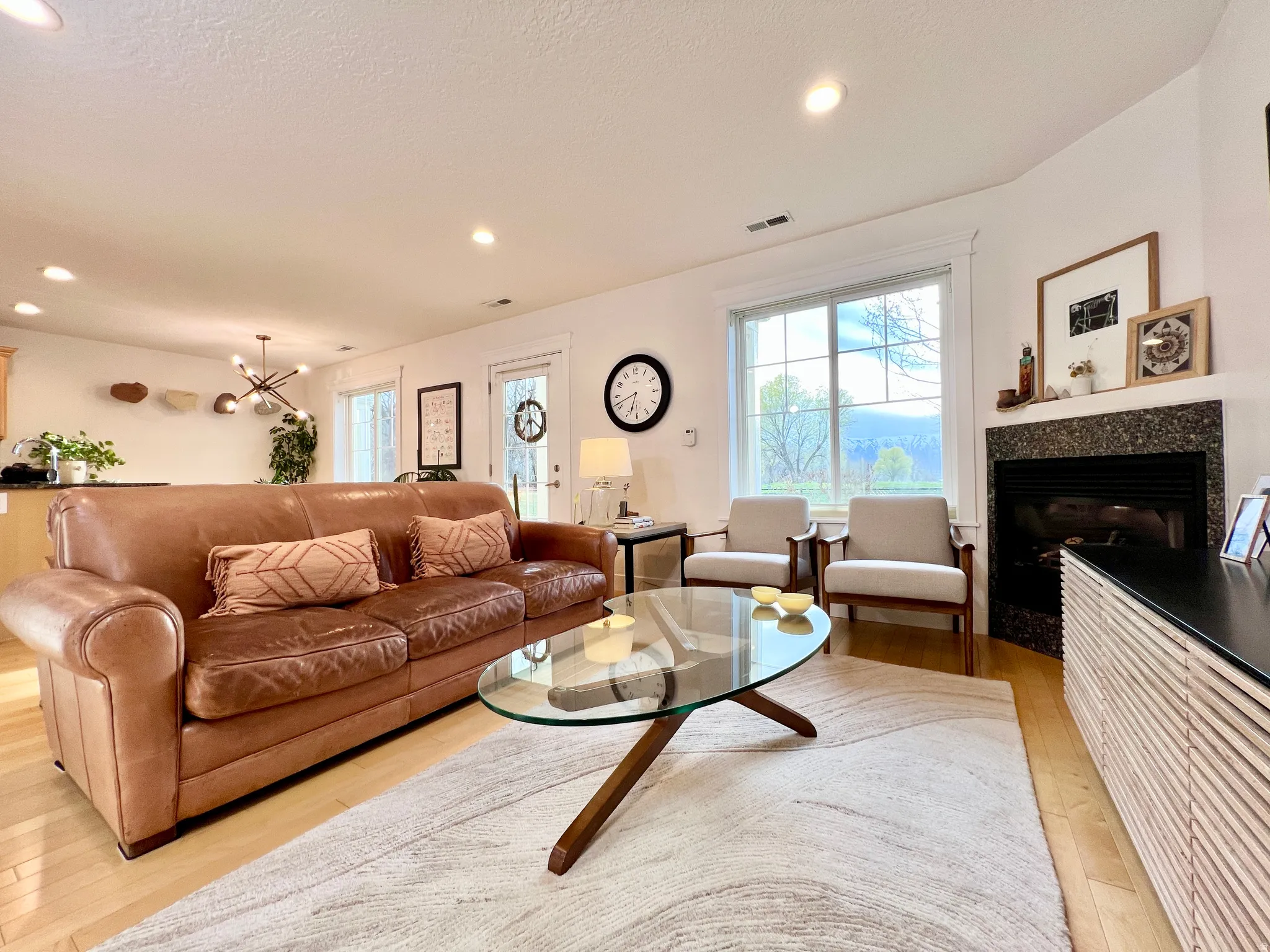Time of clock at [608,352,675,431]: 6:41
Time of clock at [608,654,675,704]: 11:42
